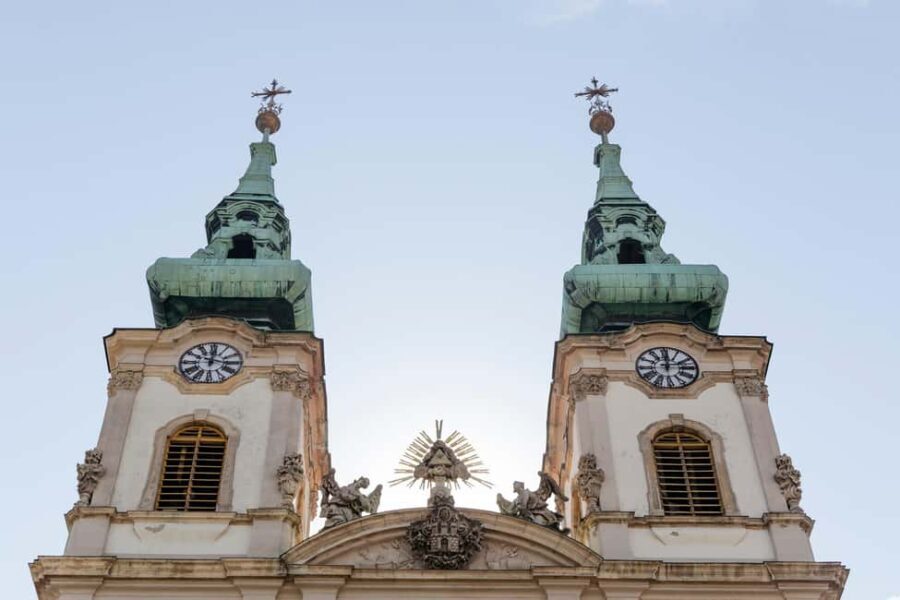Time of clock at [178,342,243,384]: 12:16
